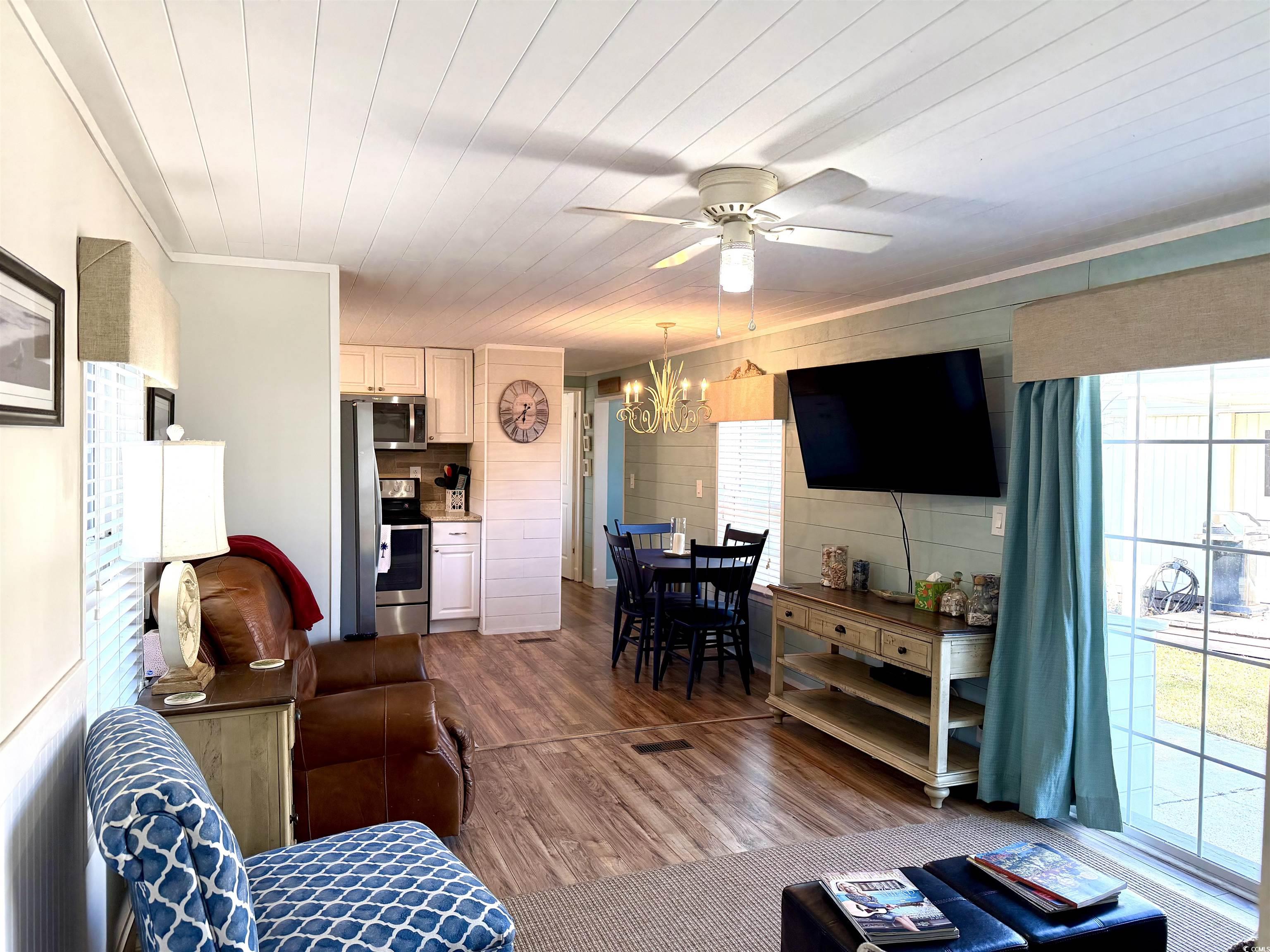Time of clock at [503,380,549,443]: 6:38
